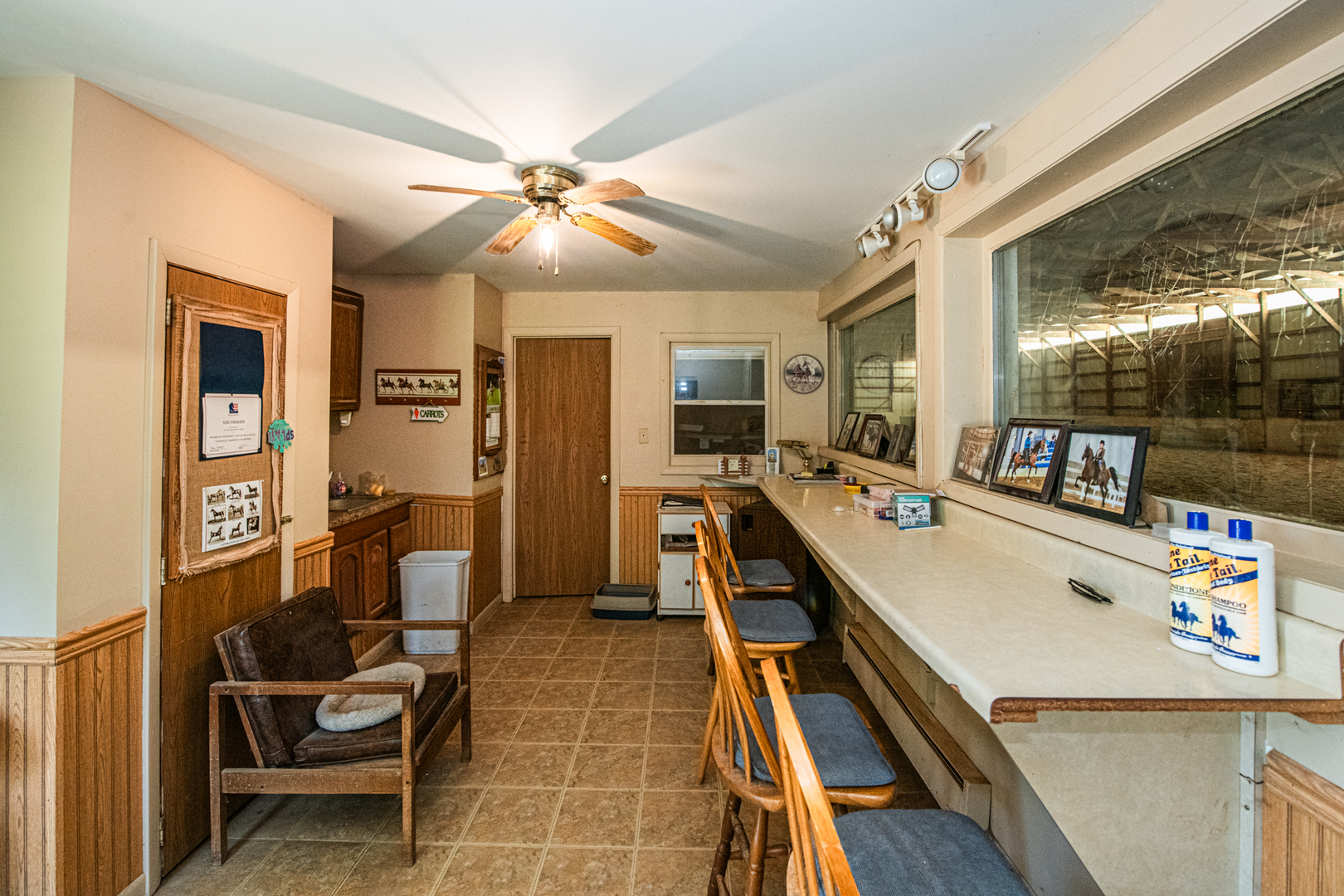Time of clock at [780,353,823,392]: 10:45
